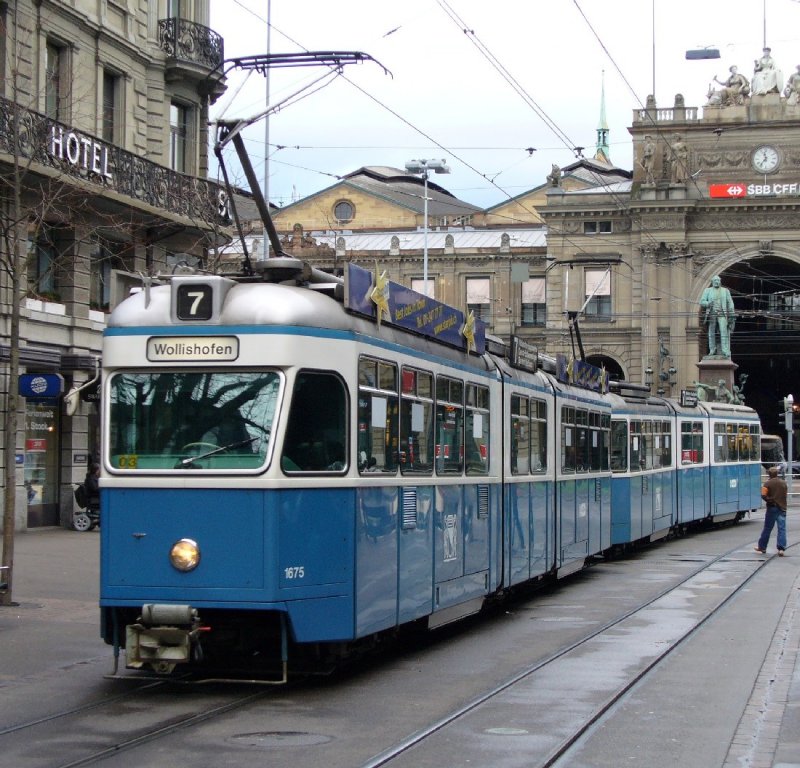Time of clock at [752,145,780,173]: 11:36
